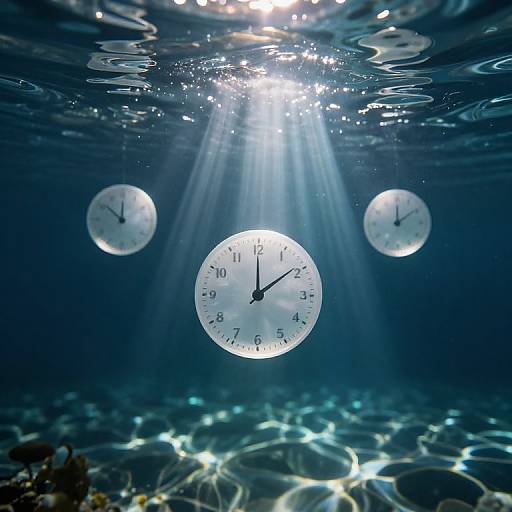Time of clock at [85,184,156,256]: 11:51
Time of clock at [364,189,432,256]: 12:09
